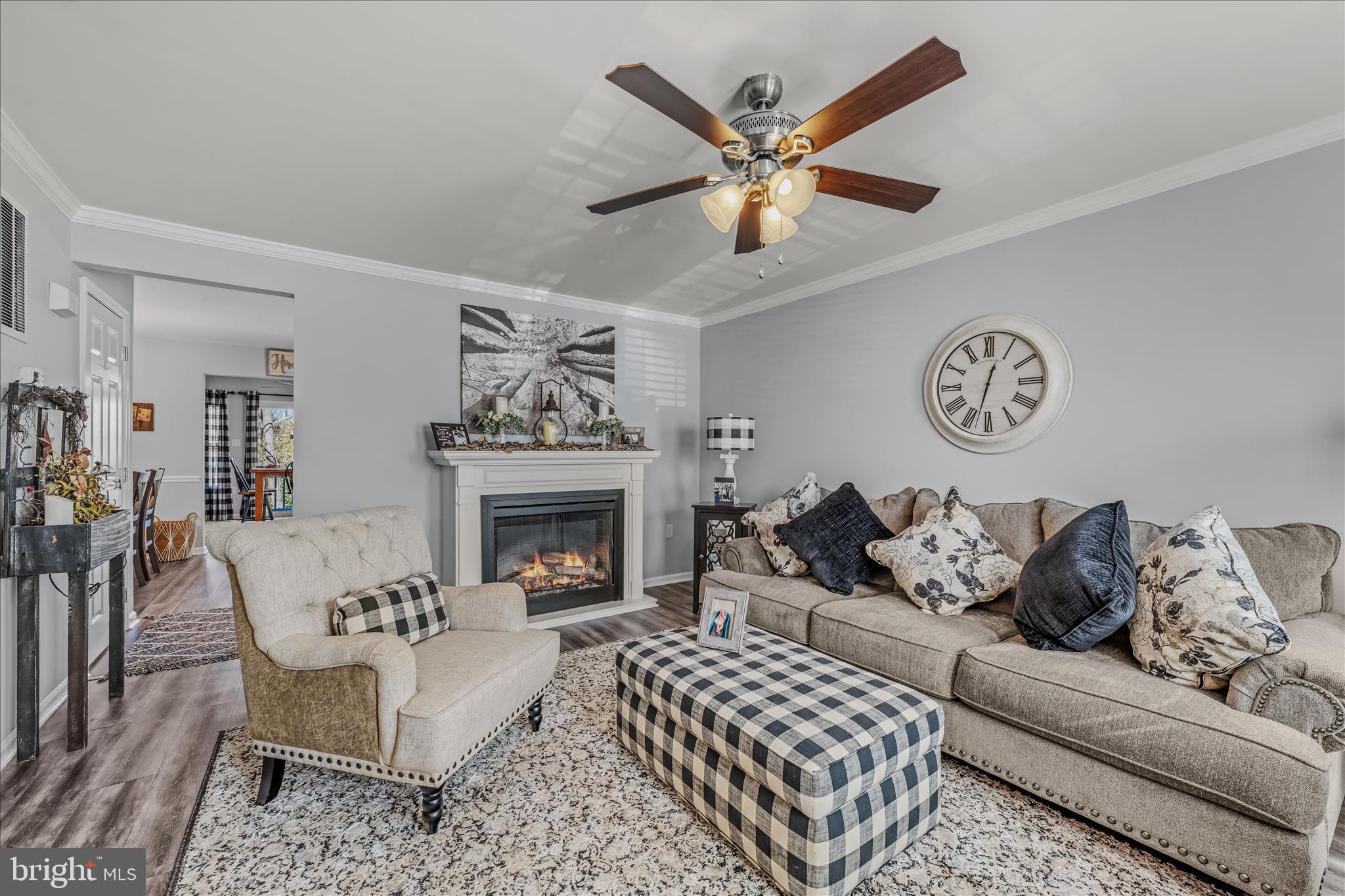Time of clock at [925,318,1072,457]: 12:32
